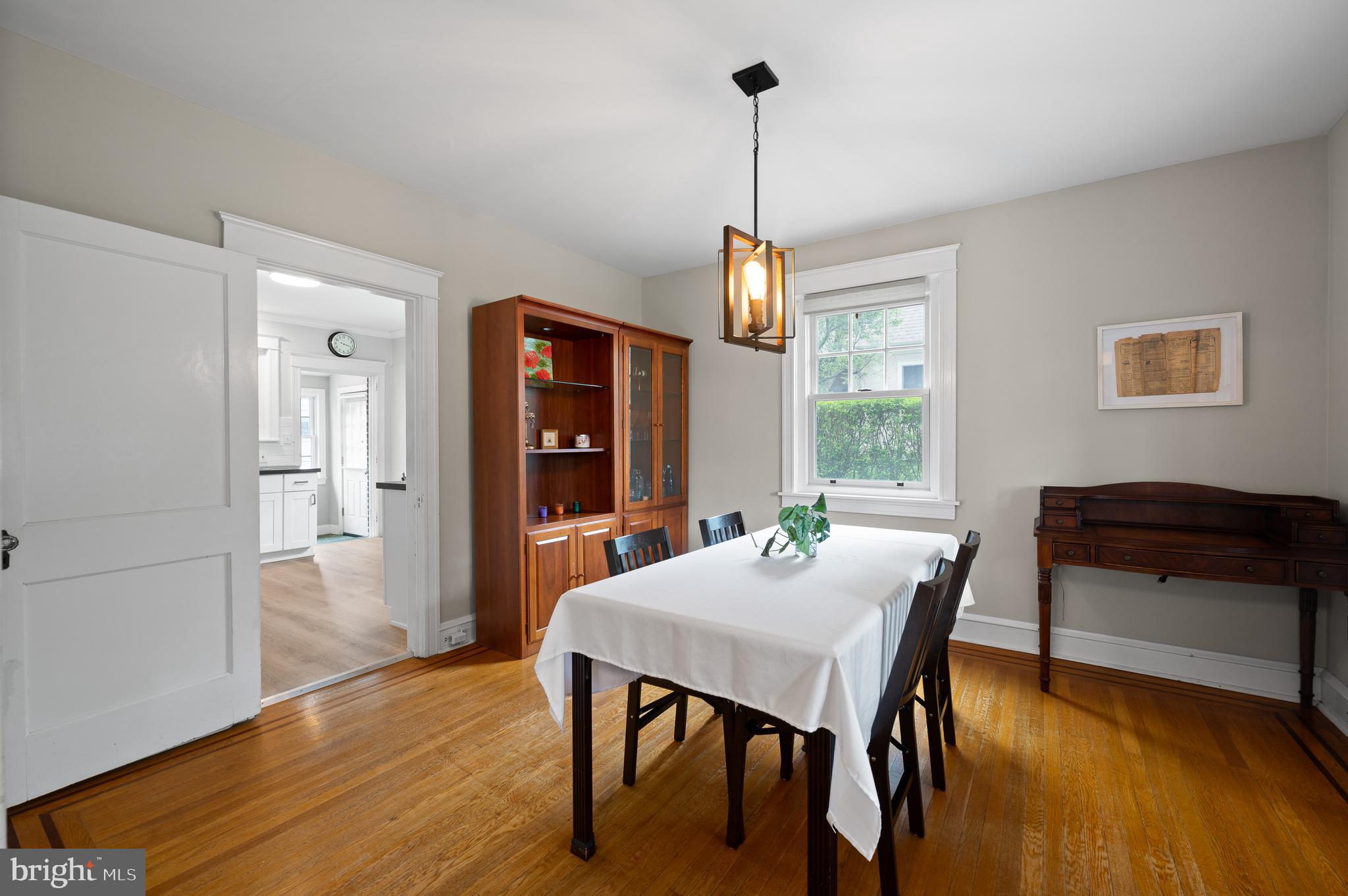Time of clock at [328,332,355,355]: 3:18
